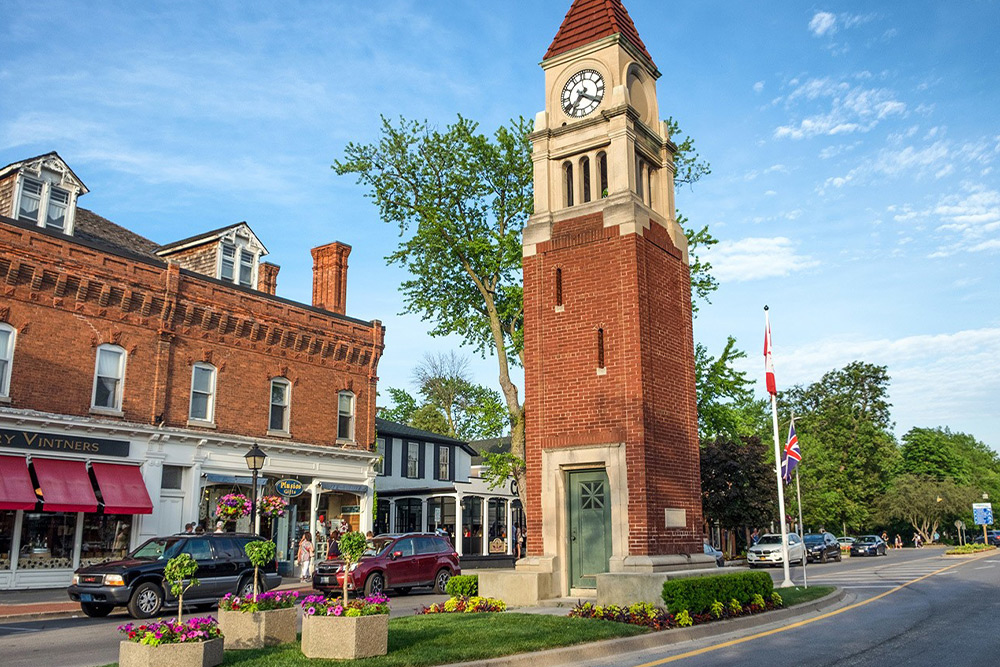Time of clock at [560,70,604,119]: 7:20
